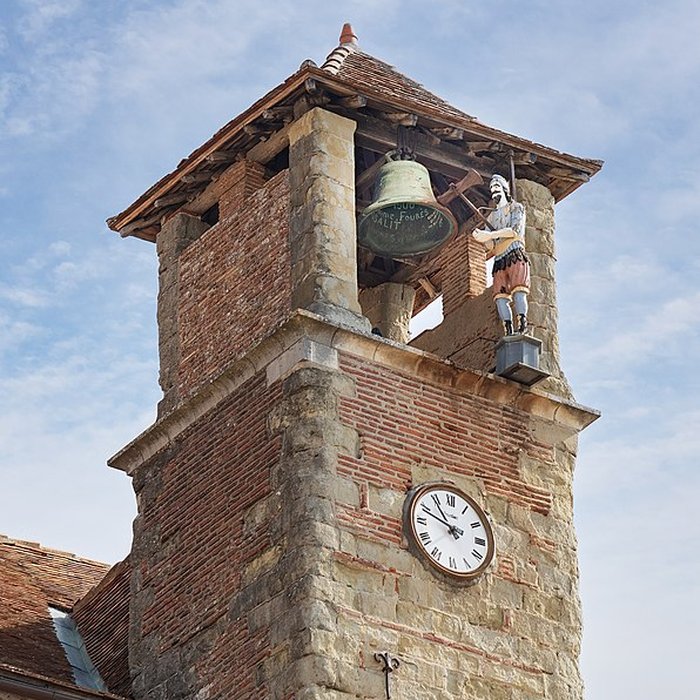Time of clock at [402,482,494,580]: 10:48
